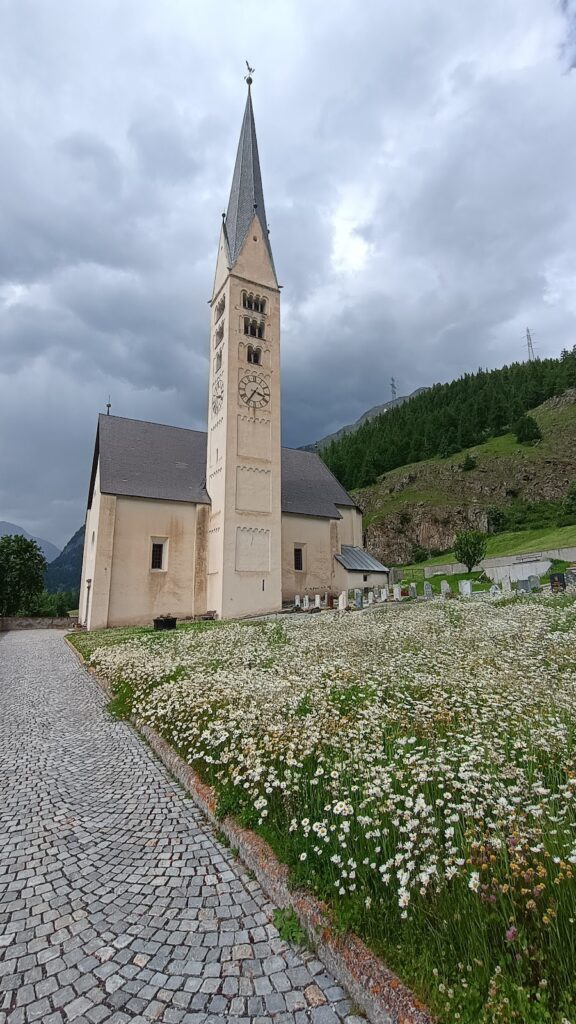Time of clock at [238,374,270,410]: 3:36
